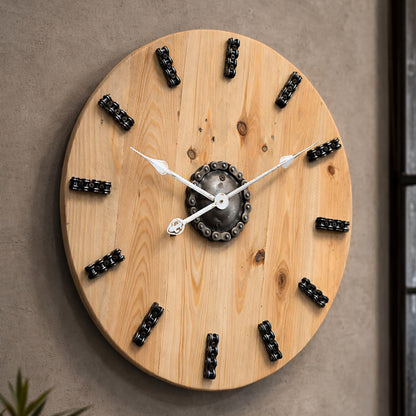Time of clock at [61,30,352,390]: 7:48
